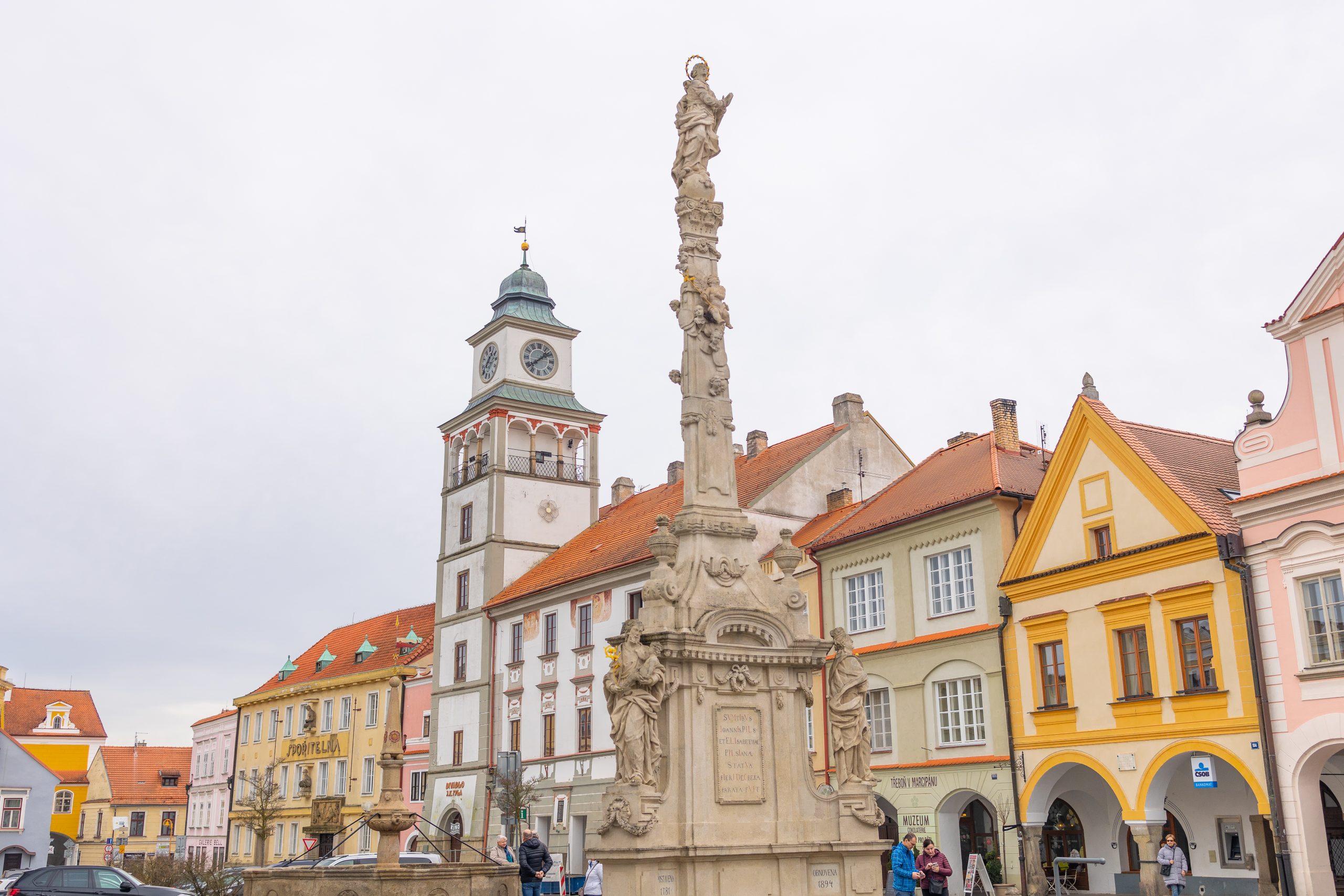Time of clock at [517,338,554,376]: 1:38
